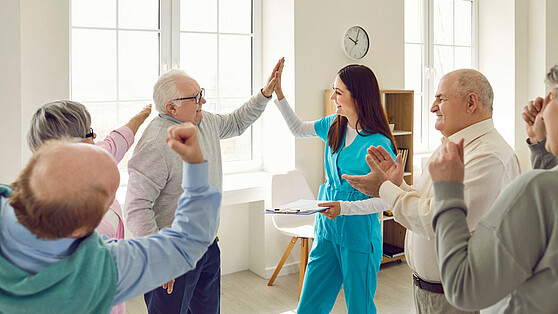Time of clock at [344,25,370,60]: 10:03
